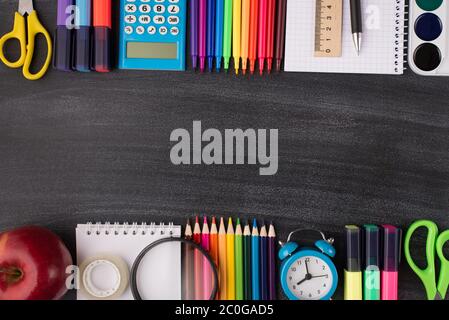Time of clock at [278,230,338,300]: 7:58
